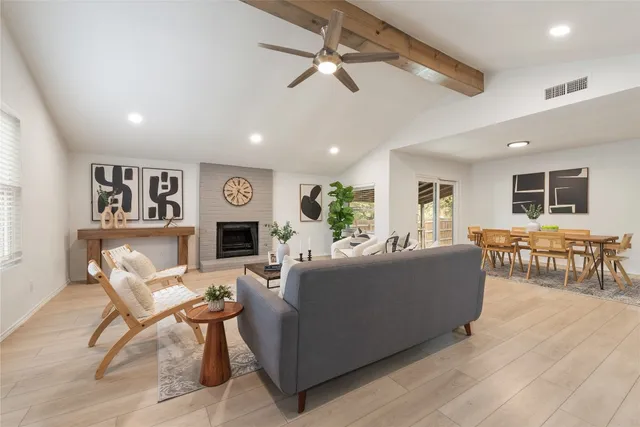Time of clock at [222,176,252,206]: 6:20
